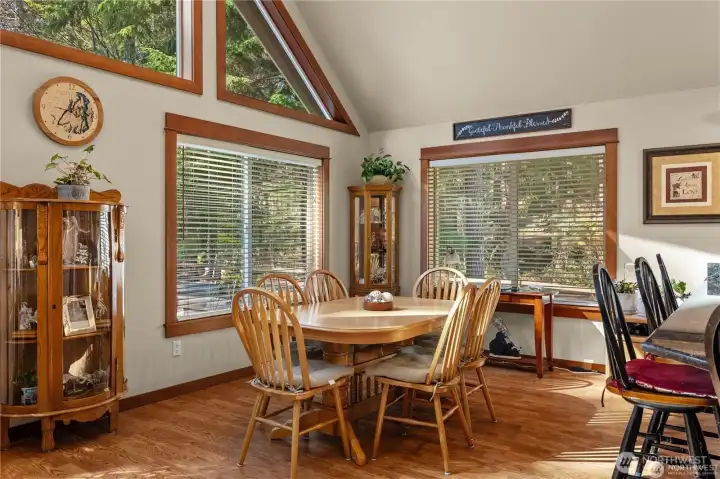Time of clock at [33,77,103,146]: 1:36
